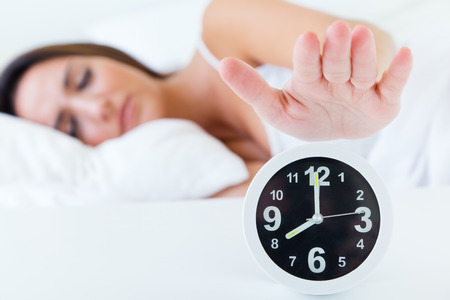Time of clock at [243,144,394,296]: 7:59
